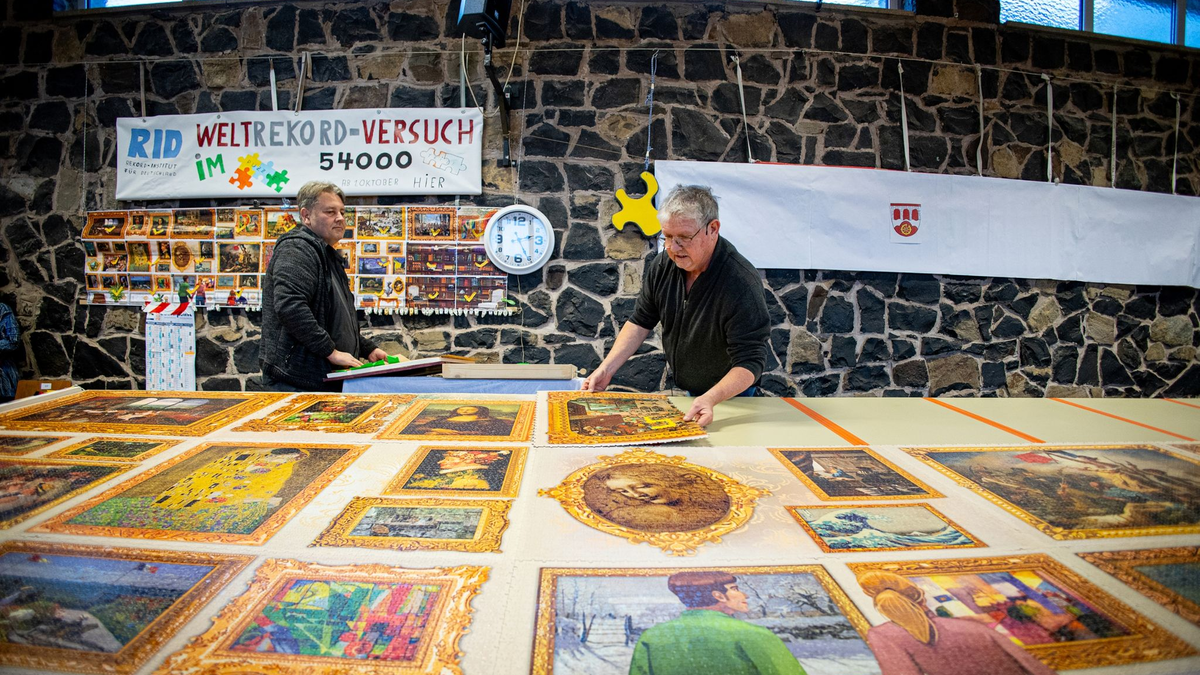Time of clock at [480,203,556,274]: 2:25
